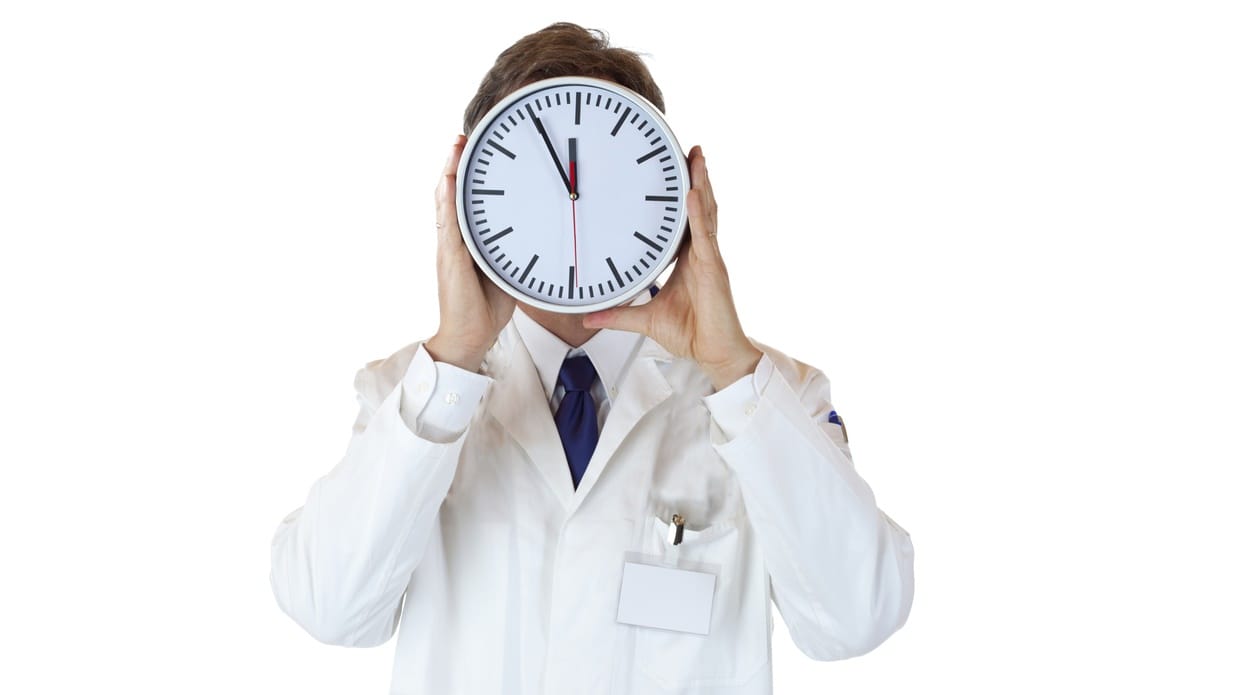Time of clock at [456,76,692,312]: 11:54
